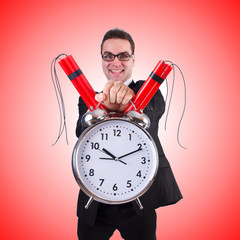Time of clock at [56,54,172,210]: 10:11
